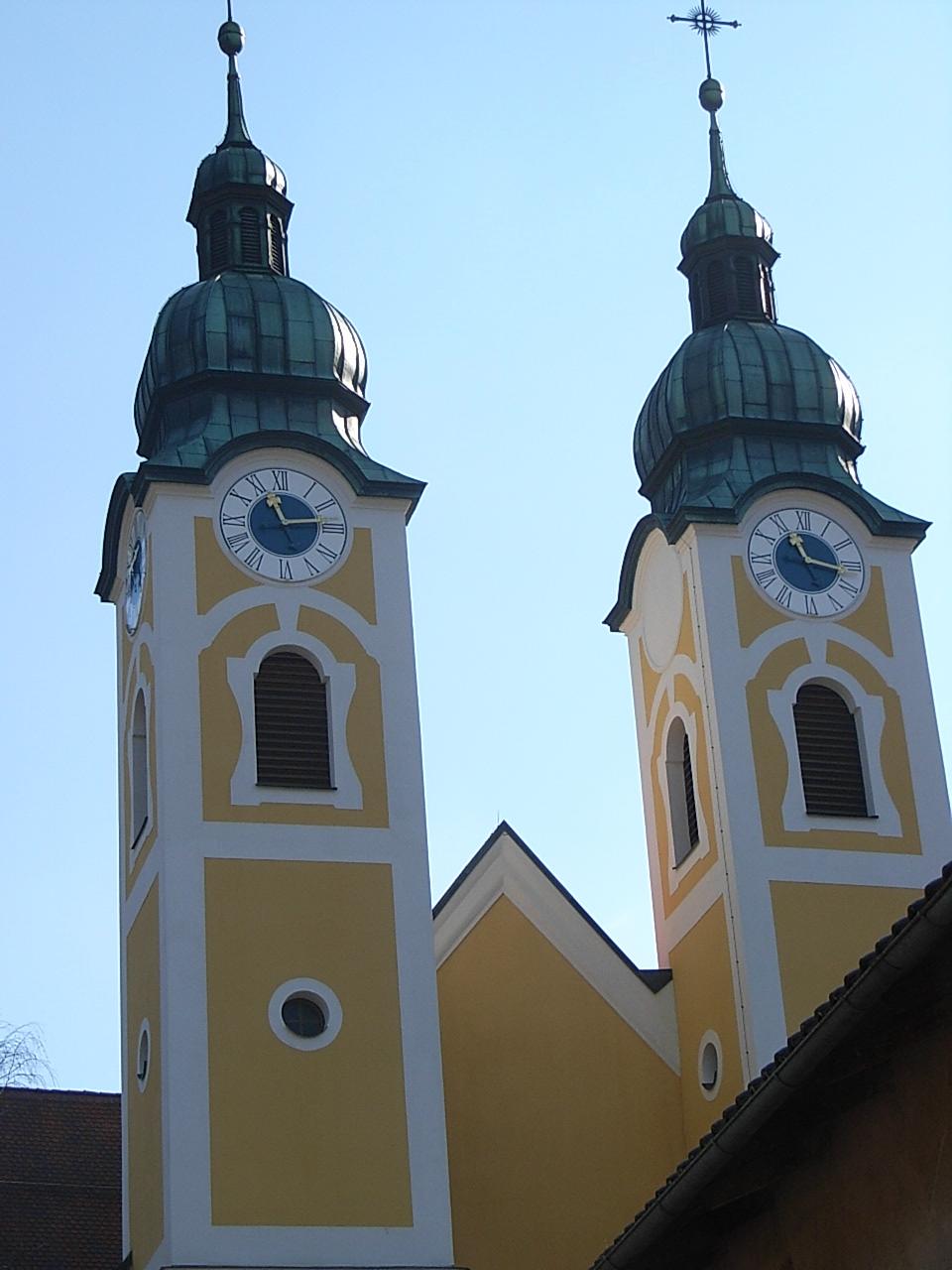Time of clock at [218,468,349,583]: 11:13
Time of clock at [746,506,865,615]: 11:16
